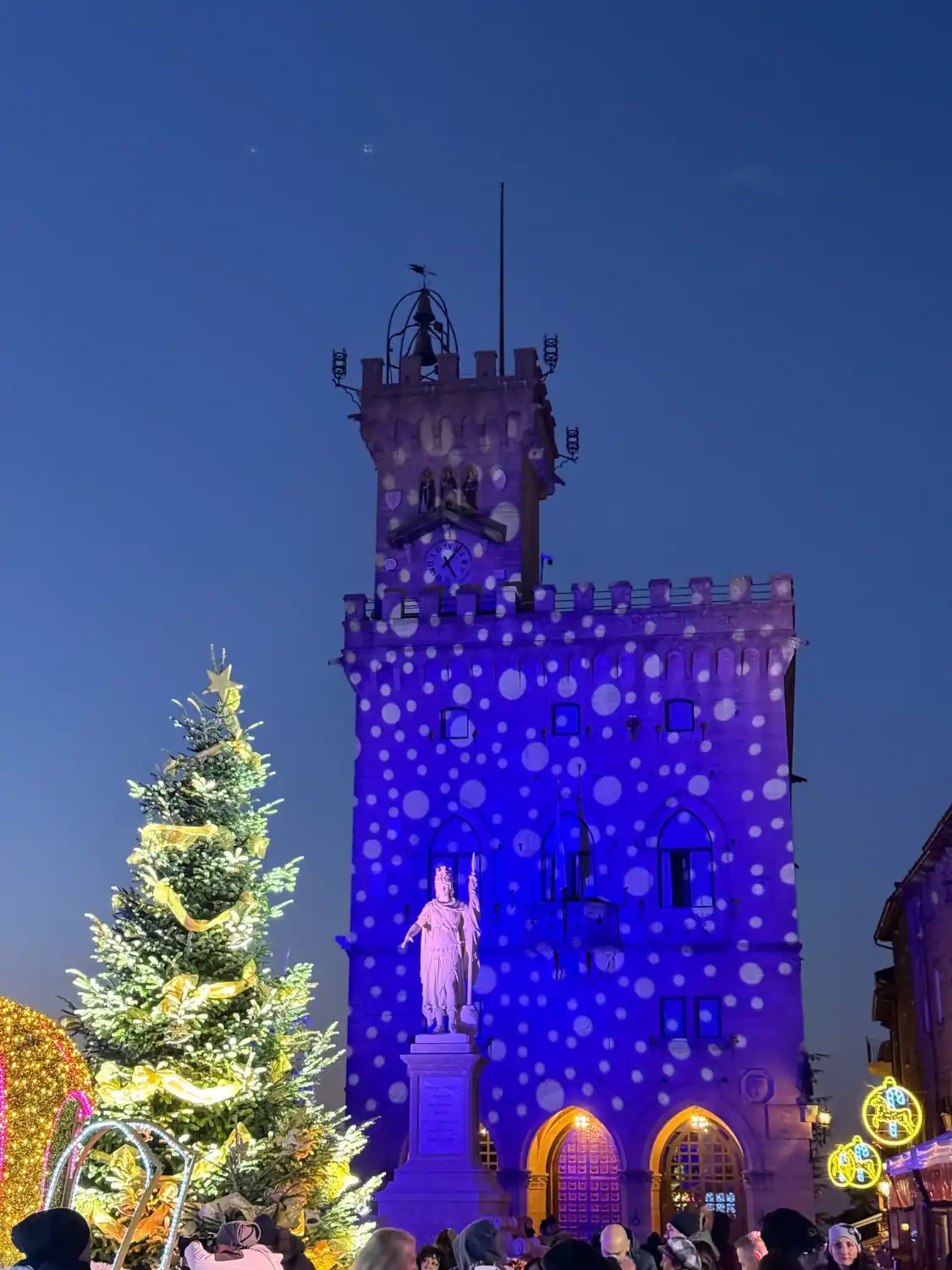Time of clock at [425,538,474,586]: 5:06
